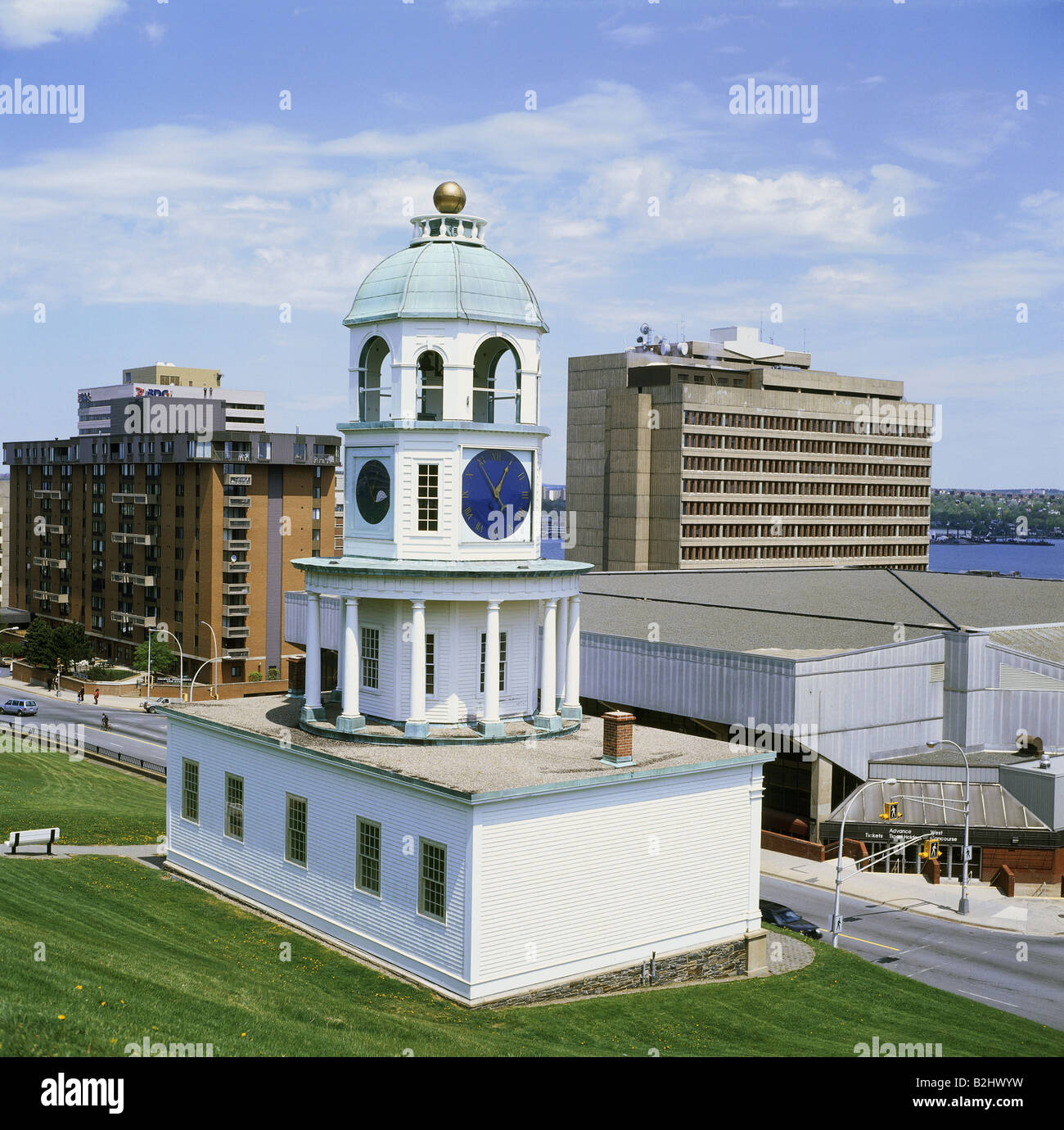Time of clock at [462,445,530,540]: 5:04
